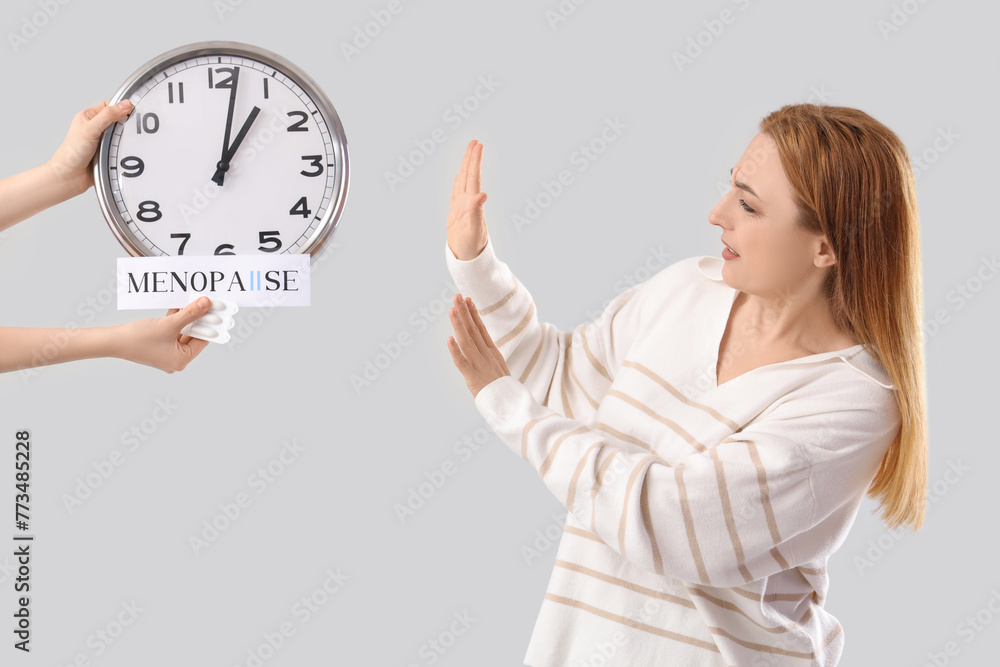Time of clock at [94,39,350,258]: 1:01
